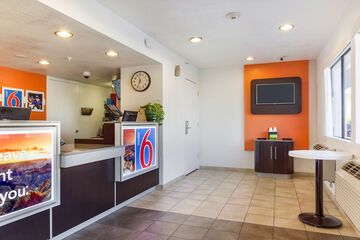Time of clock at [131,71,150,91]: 11:33
